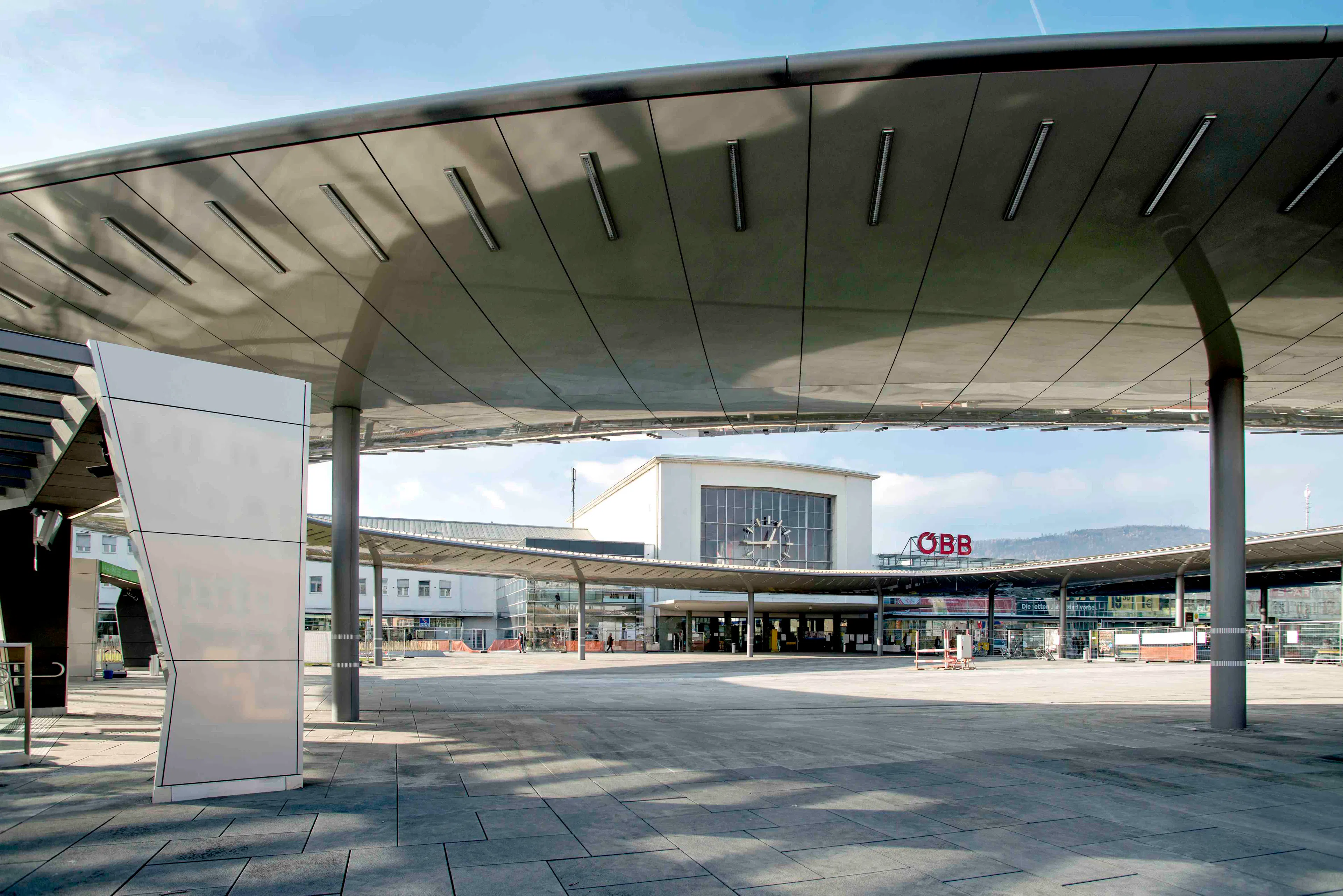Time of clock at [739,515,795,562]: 12:45
